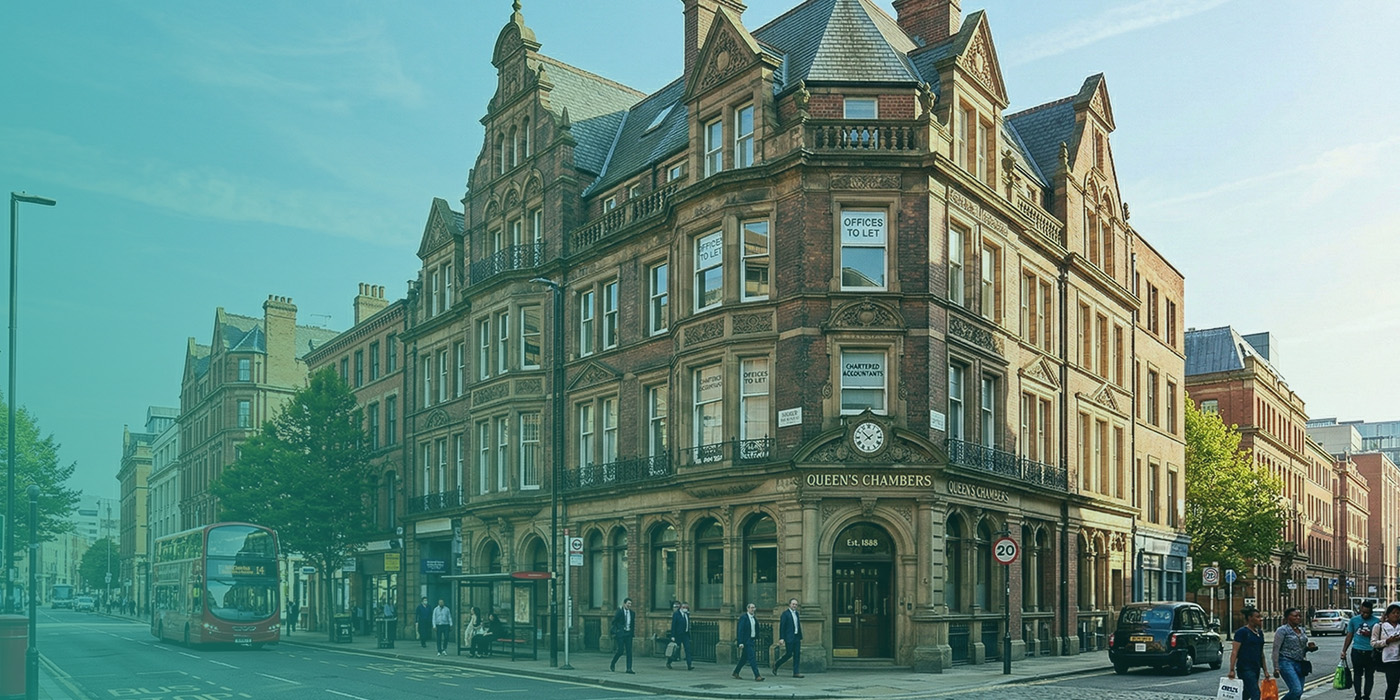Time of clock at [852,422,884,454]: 1:52
